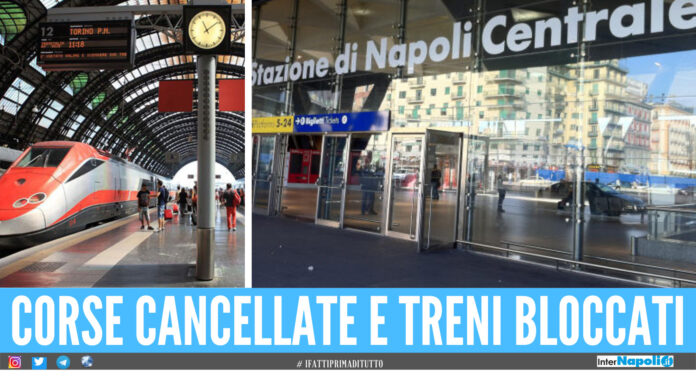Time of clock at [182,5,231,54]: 11:08
